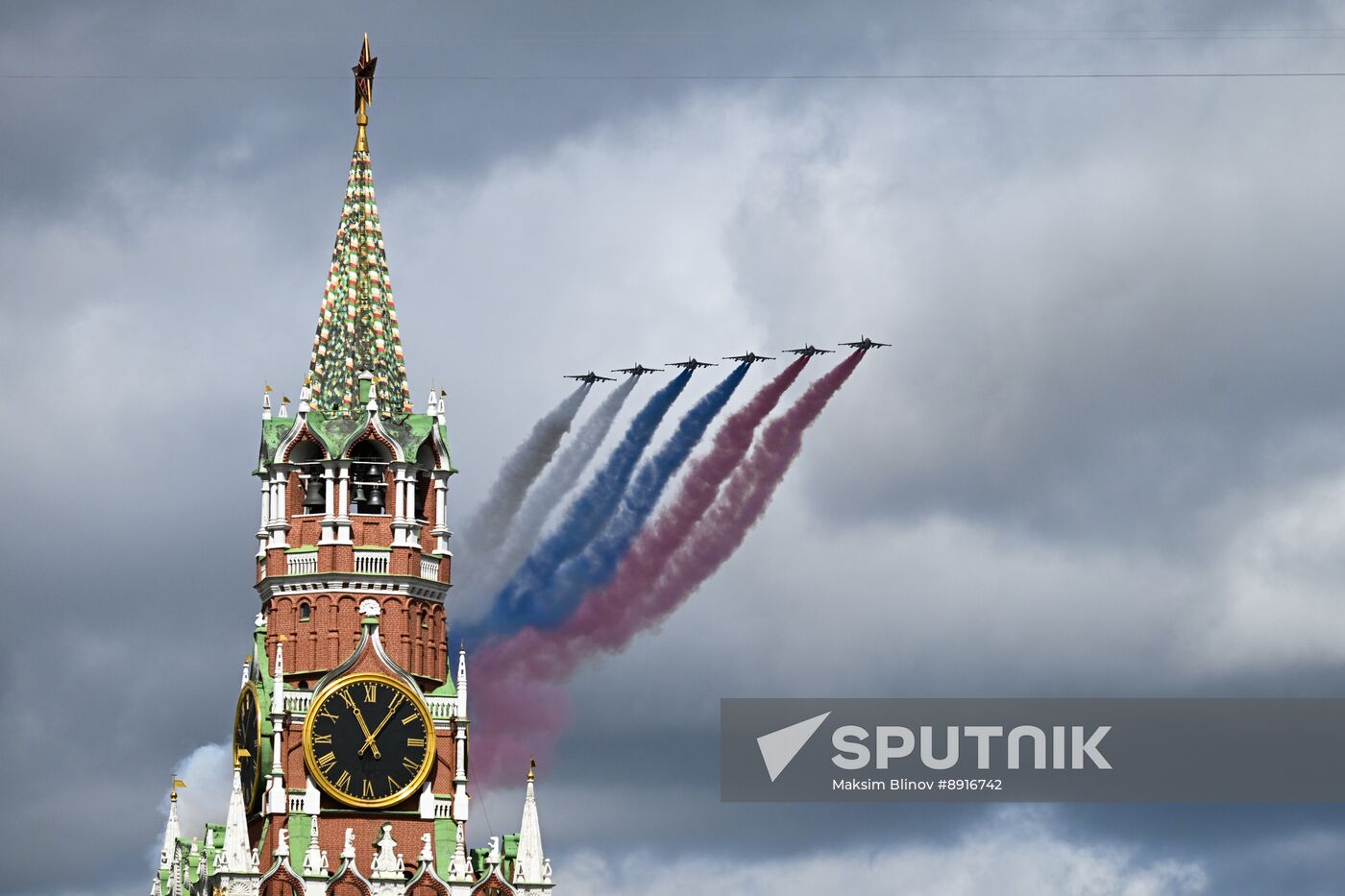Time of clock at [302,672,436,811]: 11:06
